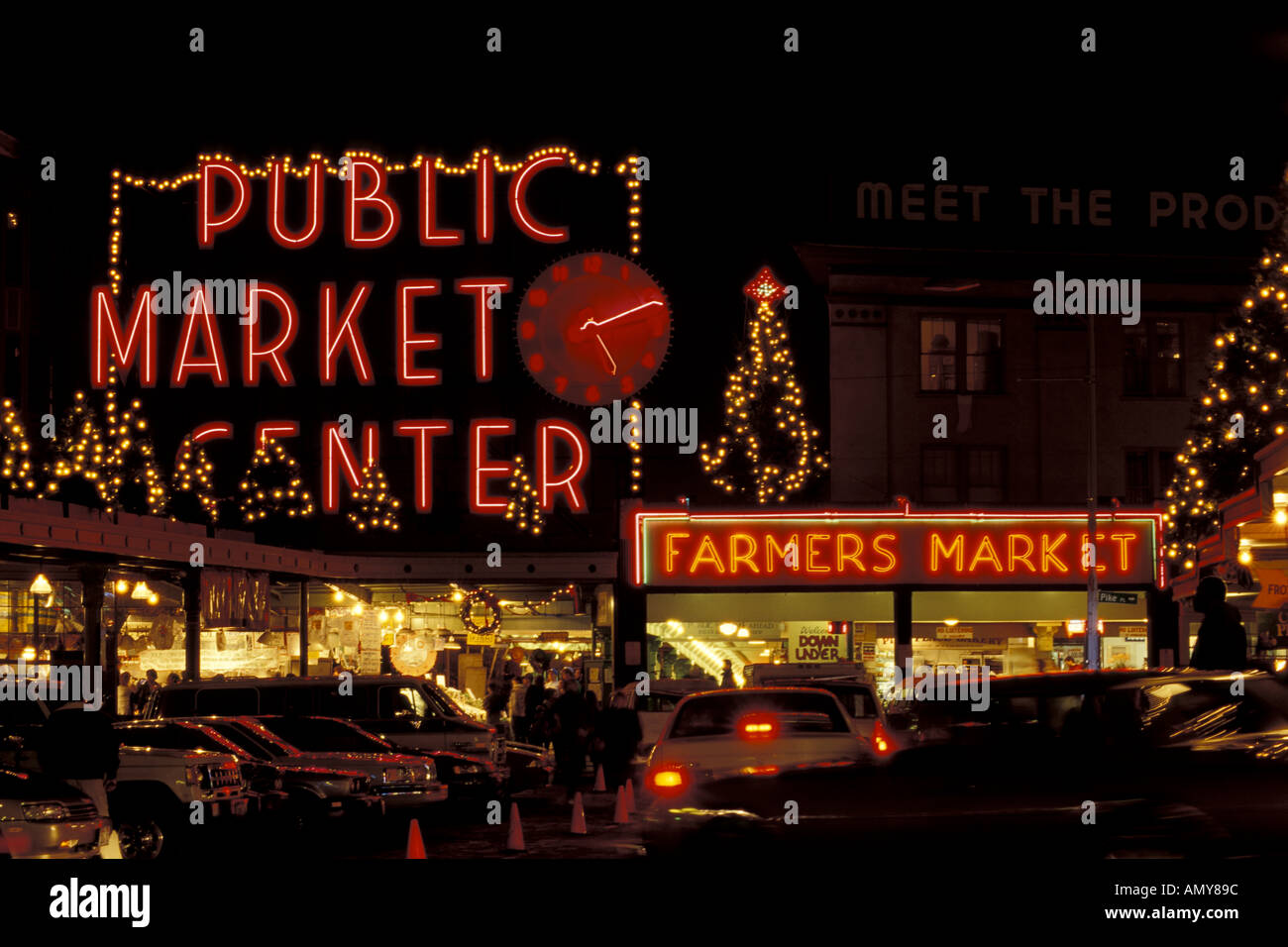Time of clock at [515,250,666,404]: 5:11
